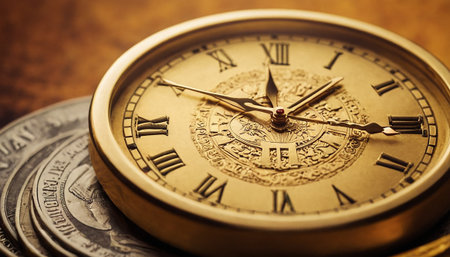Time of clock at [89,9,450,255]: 1:16
